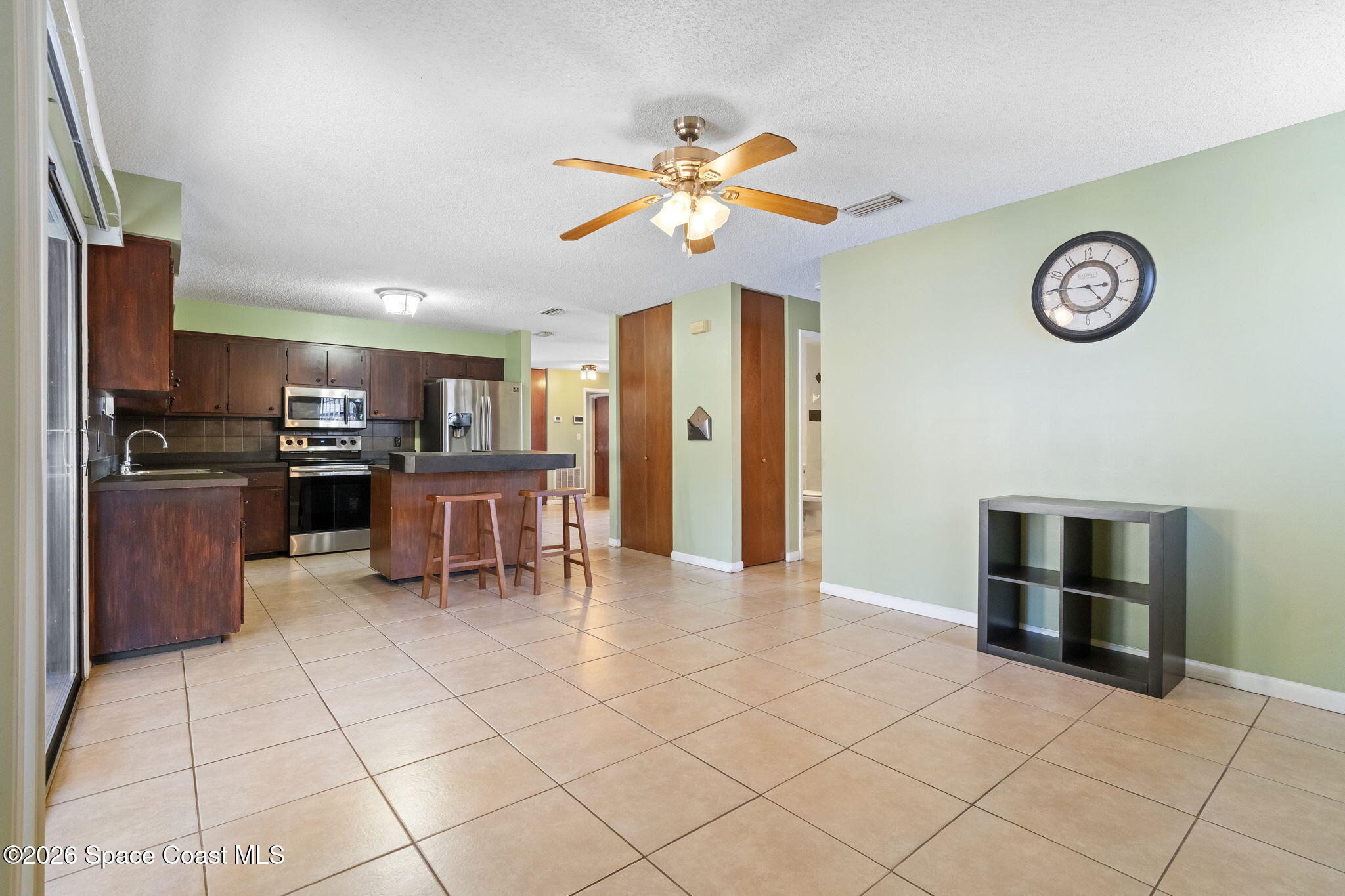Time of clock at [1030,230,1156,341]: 4:45
